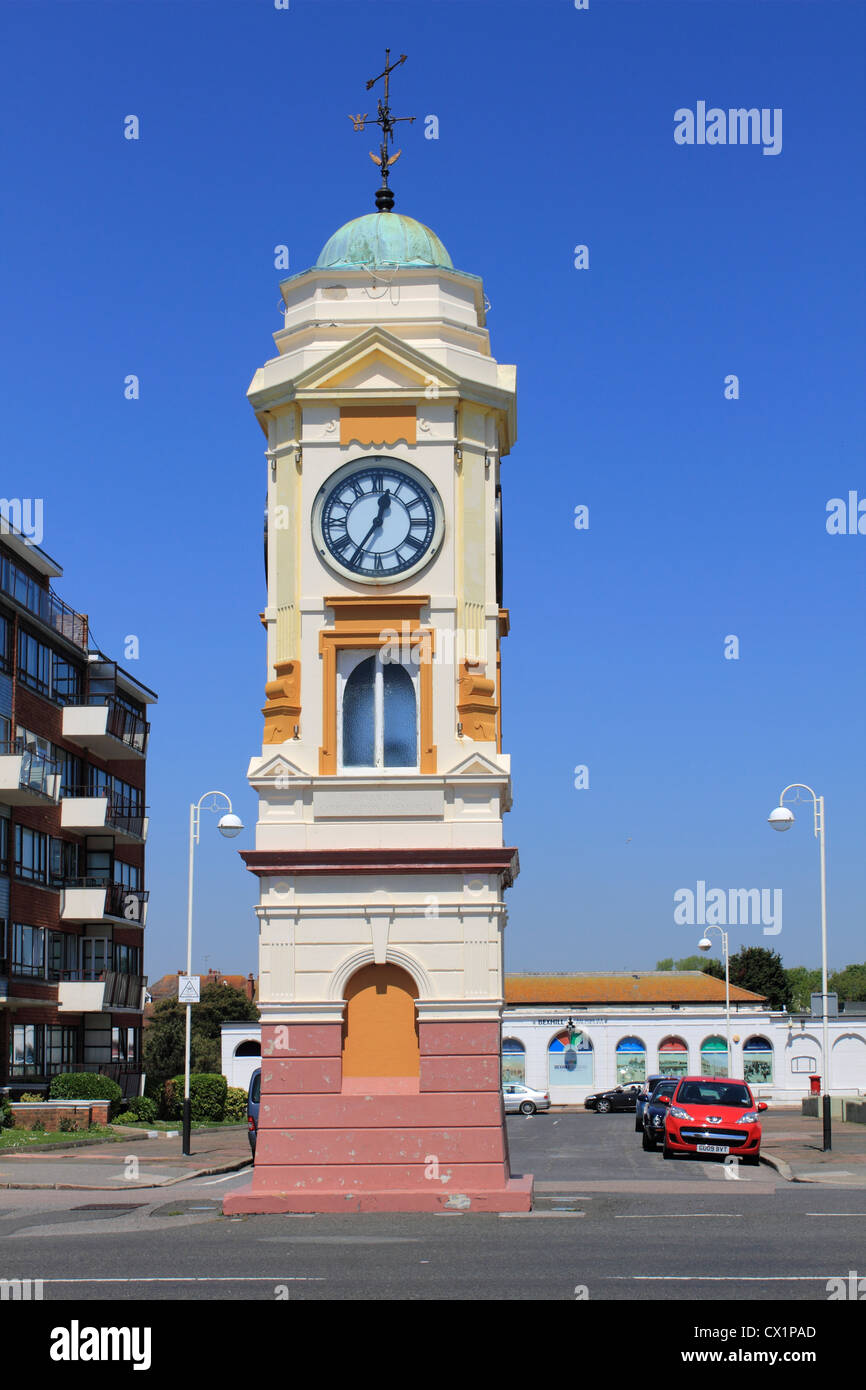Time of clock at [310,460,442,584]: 12:35
